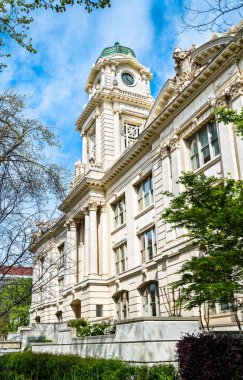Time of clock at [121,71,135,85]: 11:21
